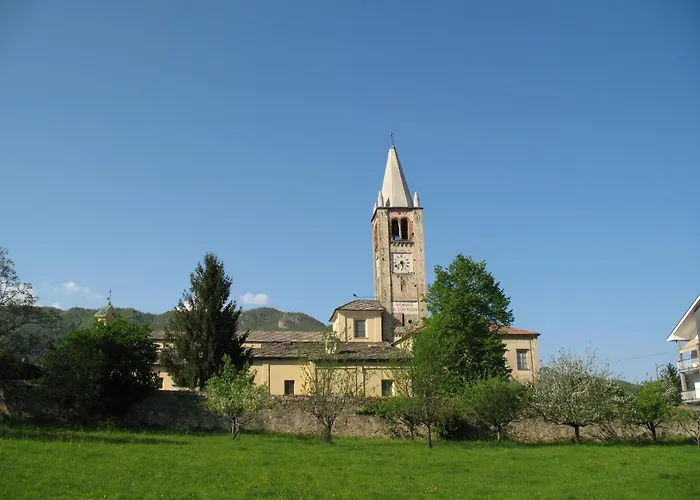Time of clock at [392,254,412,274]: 5:38
